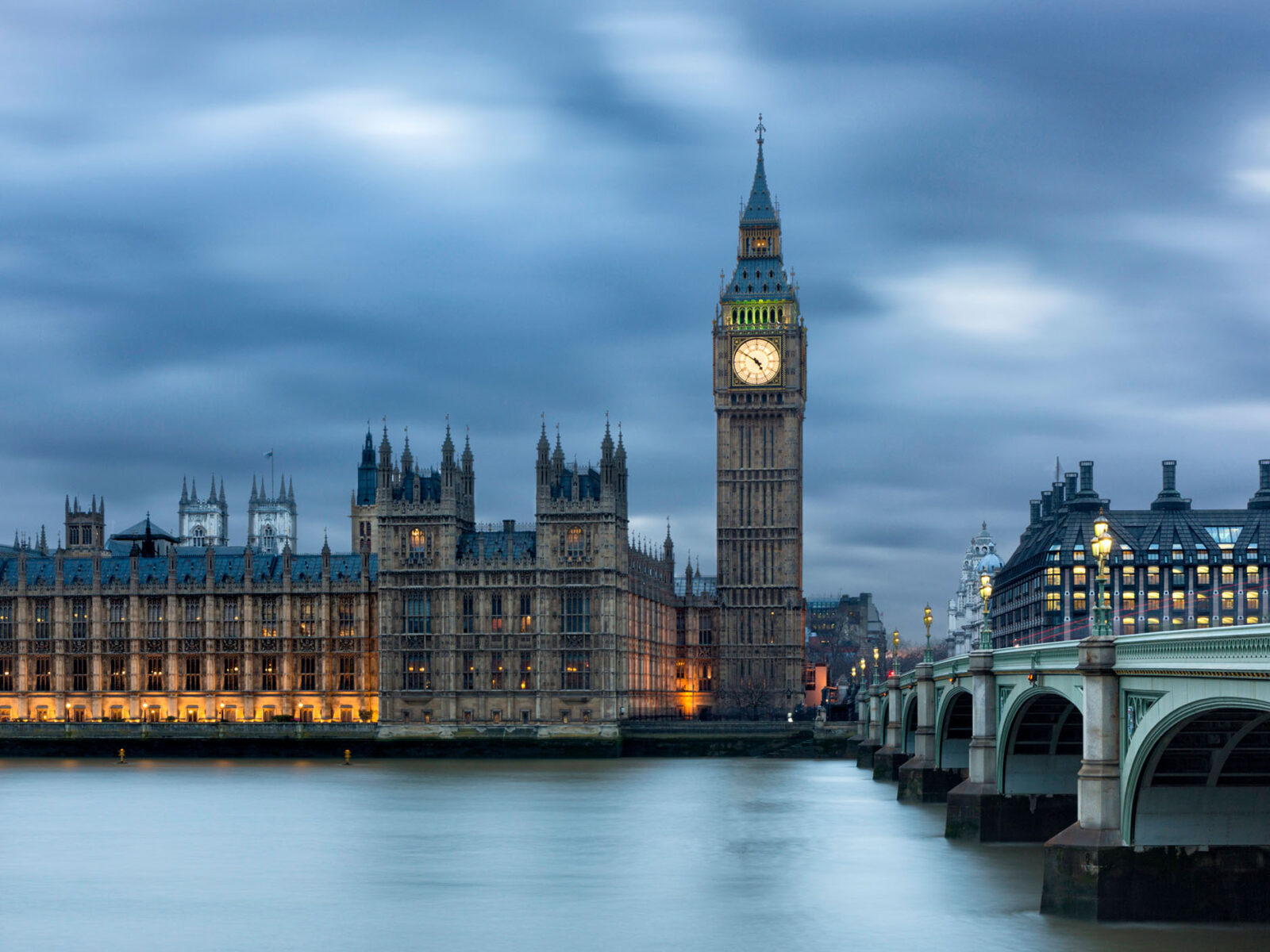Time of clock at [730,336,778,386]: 4:50
